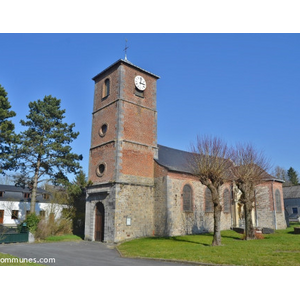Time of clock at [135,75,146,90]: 3:02
